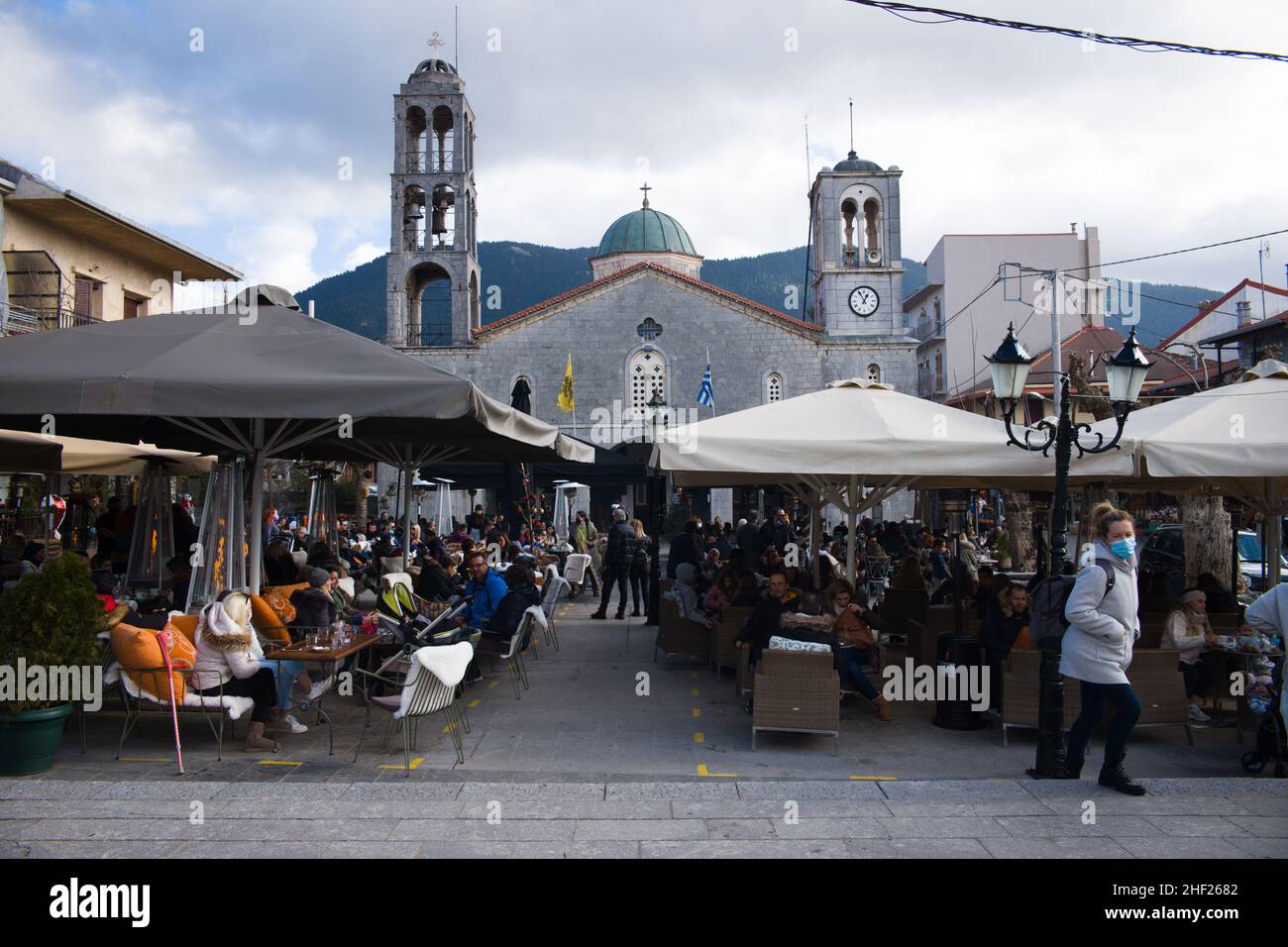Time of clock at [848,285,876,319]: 12:55
